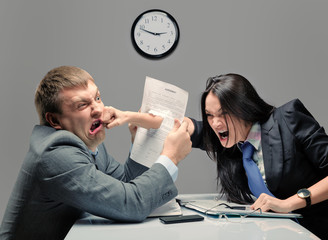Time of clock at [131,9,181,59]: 2:48
